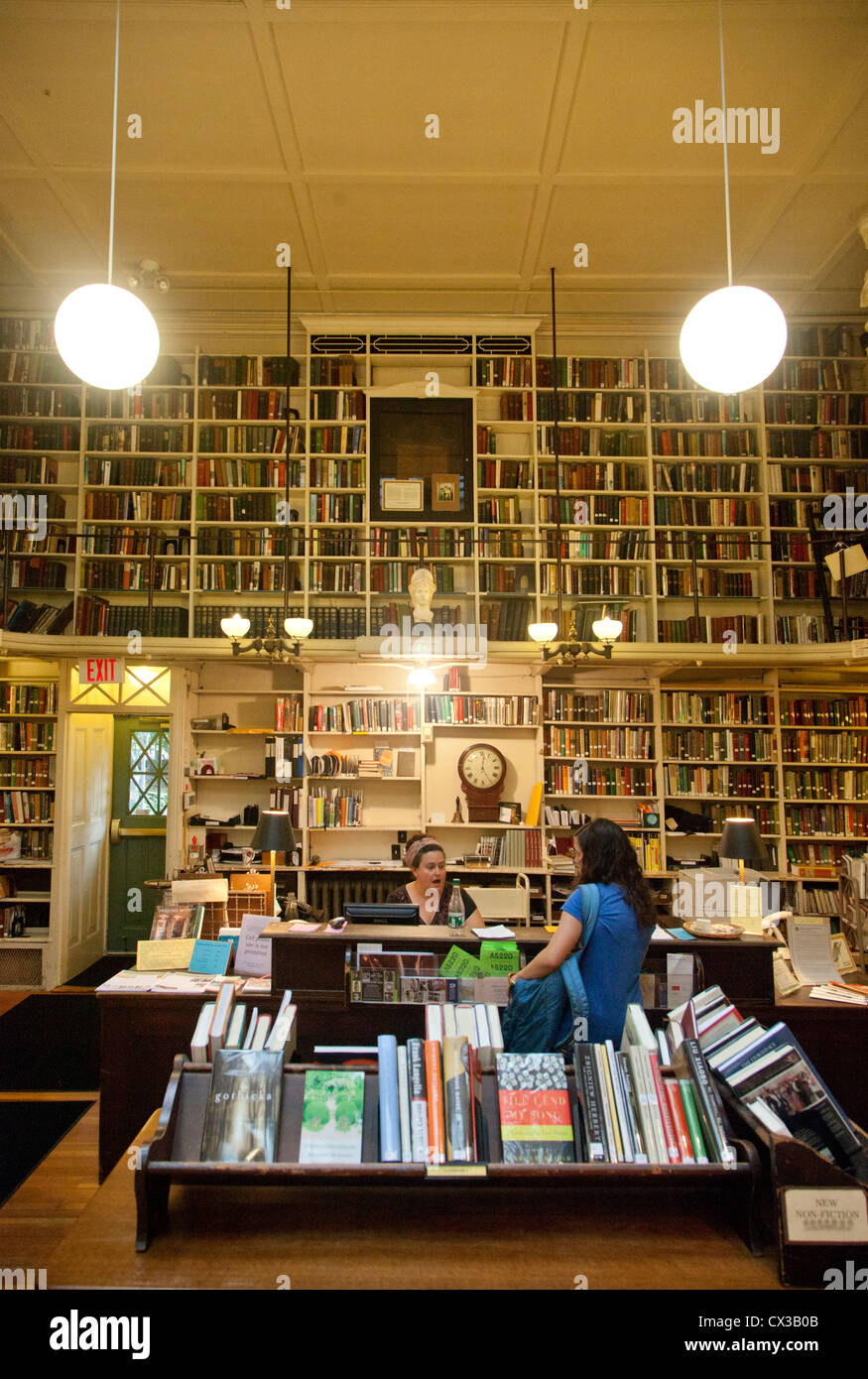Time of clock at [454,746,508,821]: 12:24
